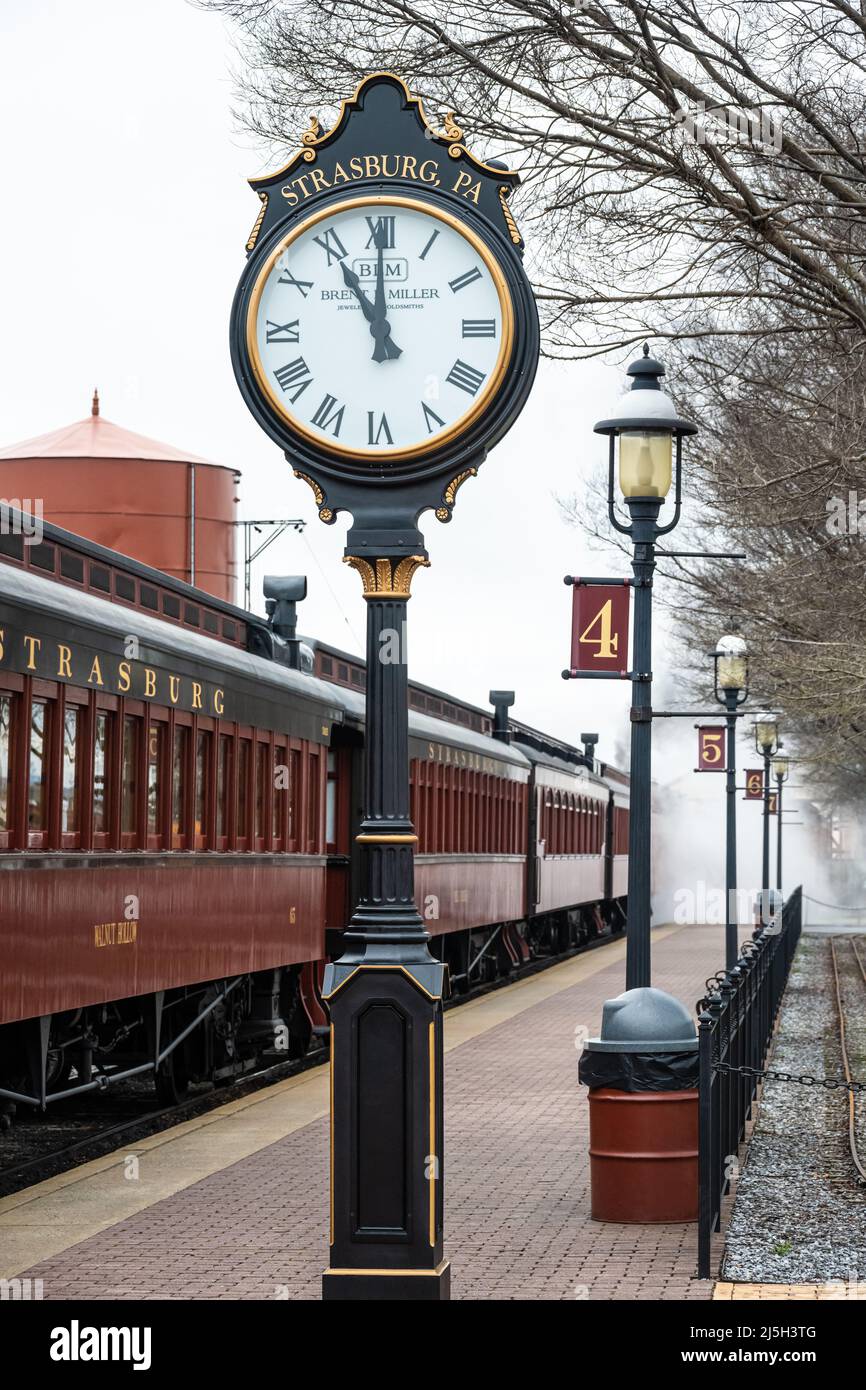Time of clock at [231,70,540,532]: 11:00
